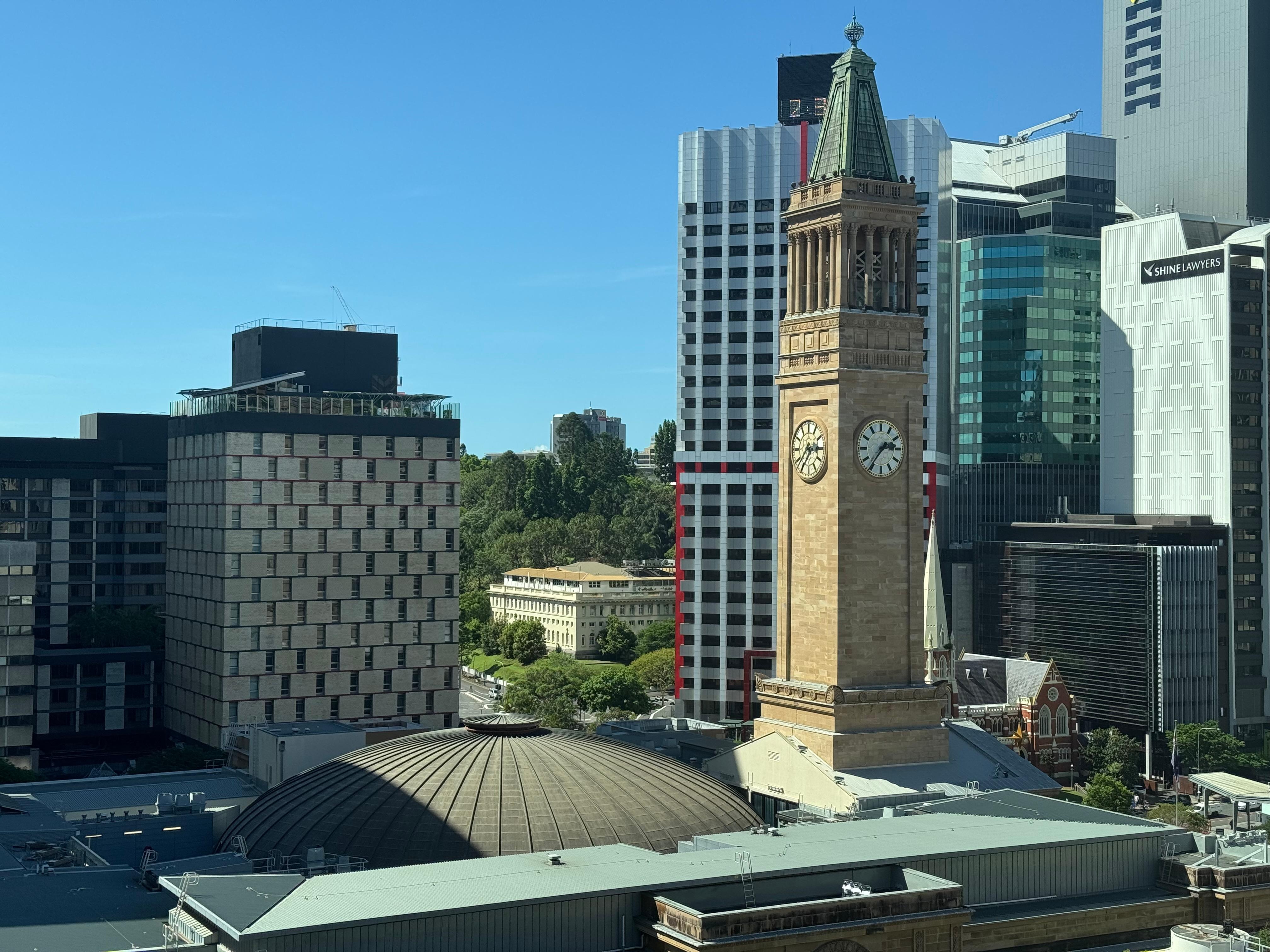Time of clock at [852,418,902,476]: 2:36
